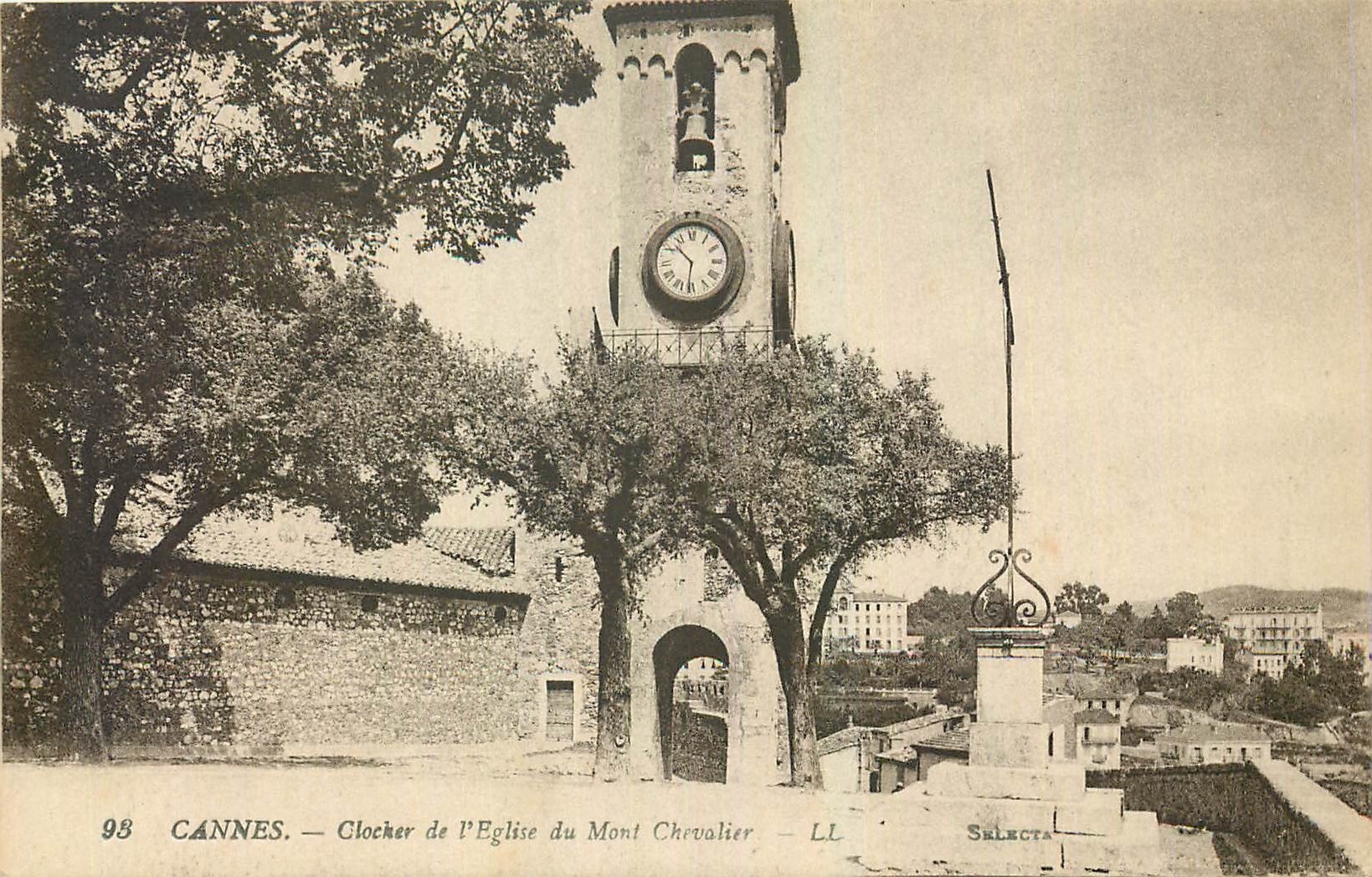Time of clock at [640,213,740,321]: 10:31
